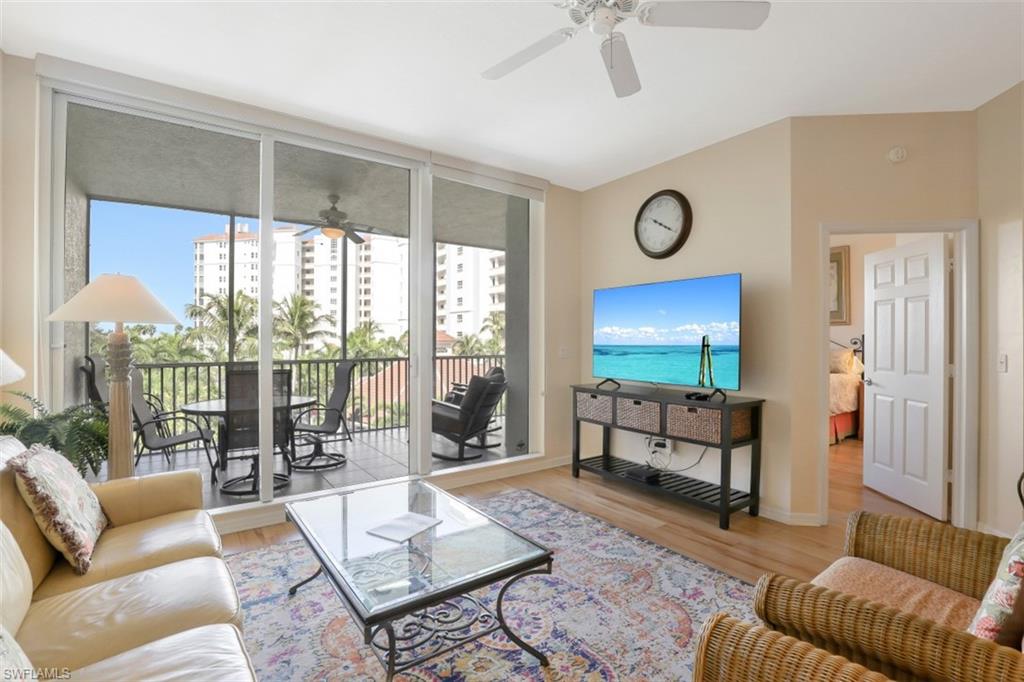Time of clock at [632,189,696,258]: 10:21
